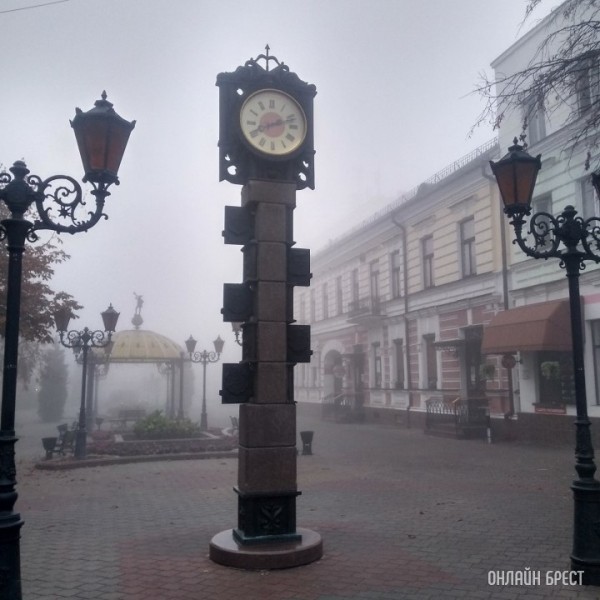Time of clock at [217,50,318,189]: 8:12
